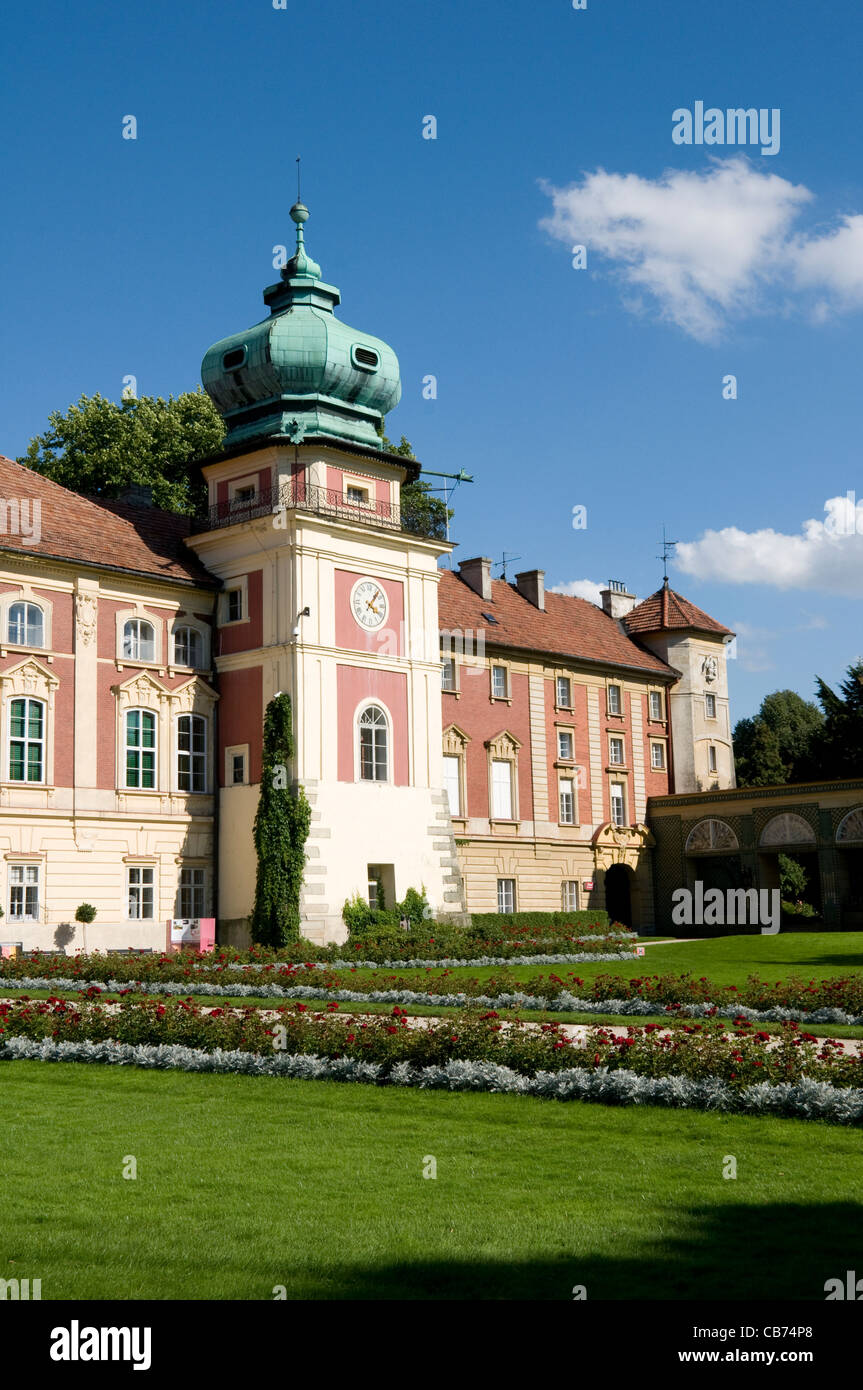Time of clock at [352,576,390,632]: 4:06
